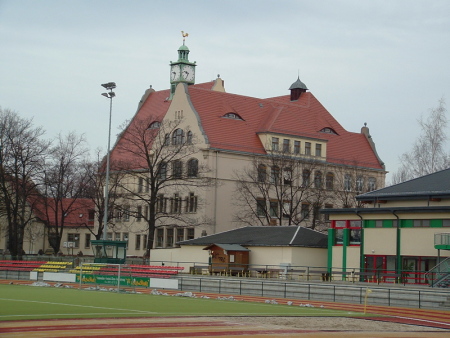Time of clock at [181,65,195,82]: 9:34
